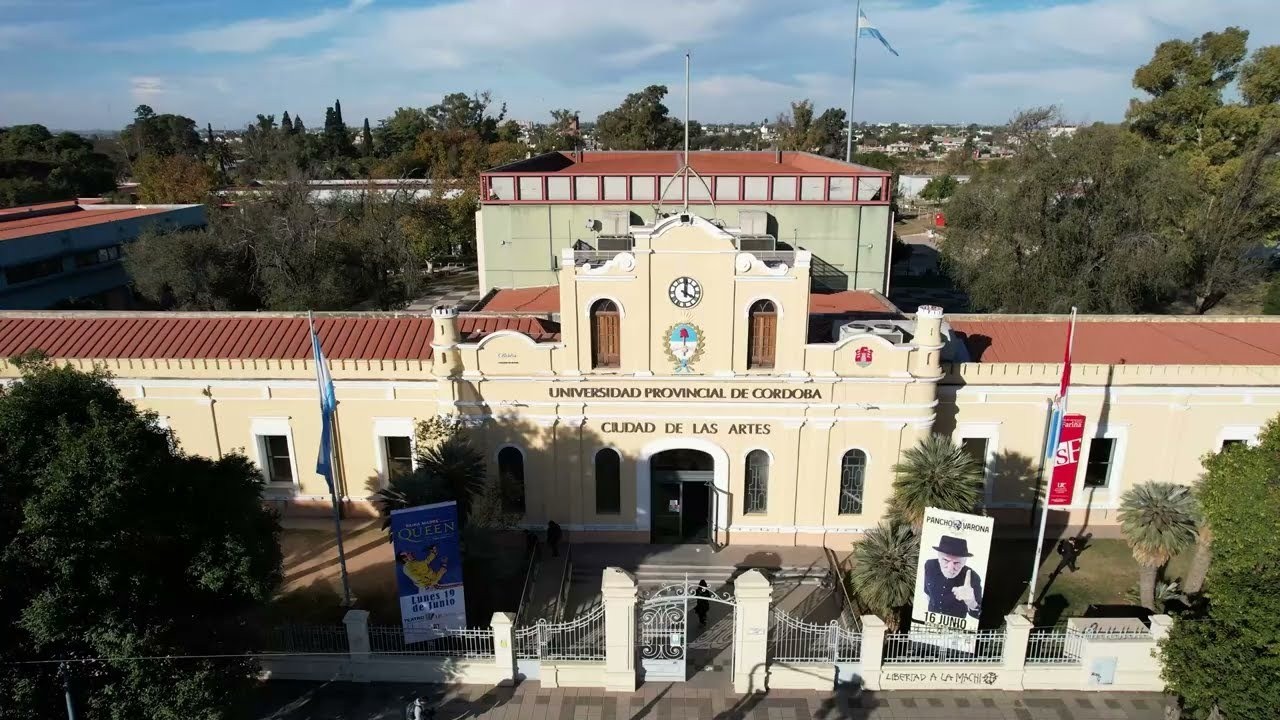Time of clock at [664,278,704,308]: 4:00
